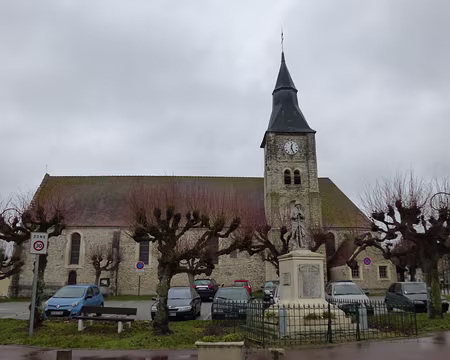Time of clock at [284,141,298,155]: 12:26
